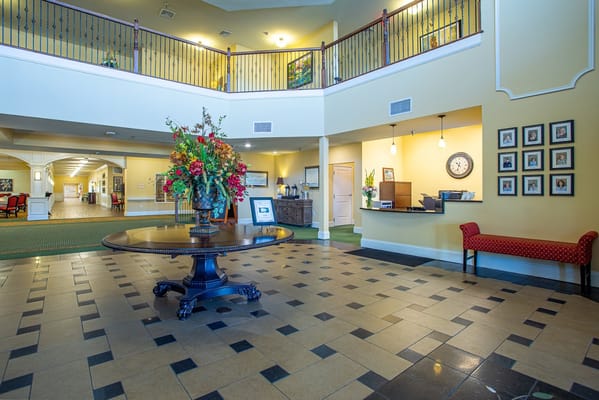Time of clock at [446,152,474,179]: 10:32
